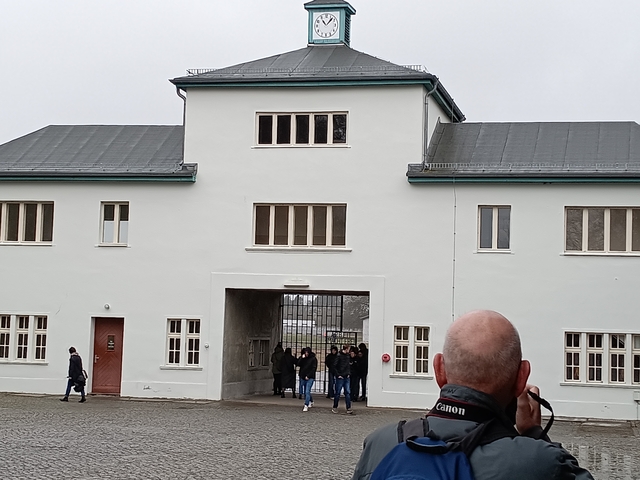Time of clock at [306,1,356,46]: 11:07
